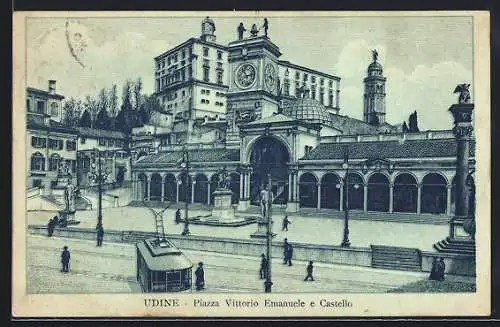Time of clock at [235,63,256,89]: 11:13
